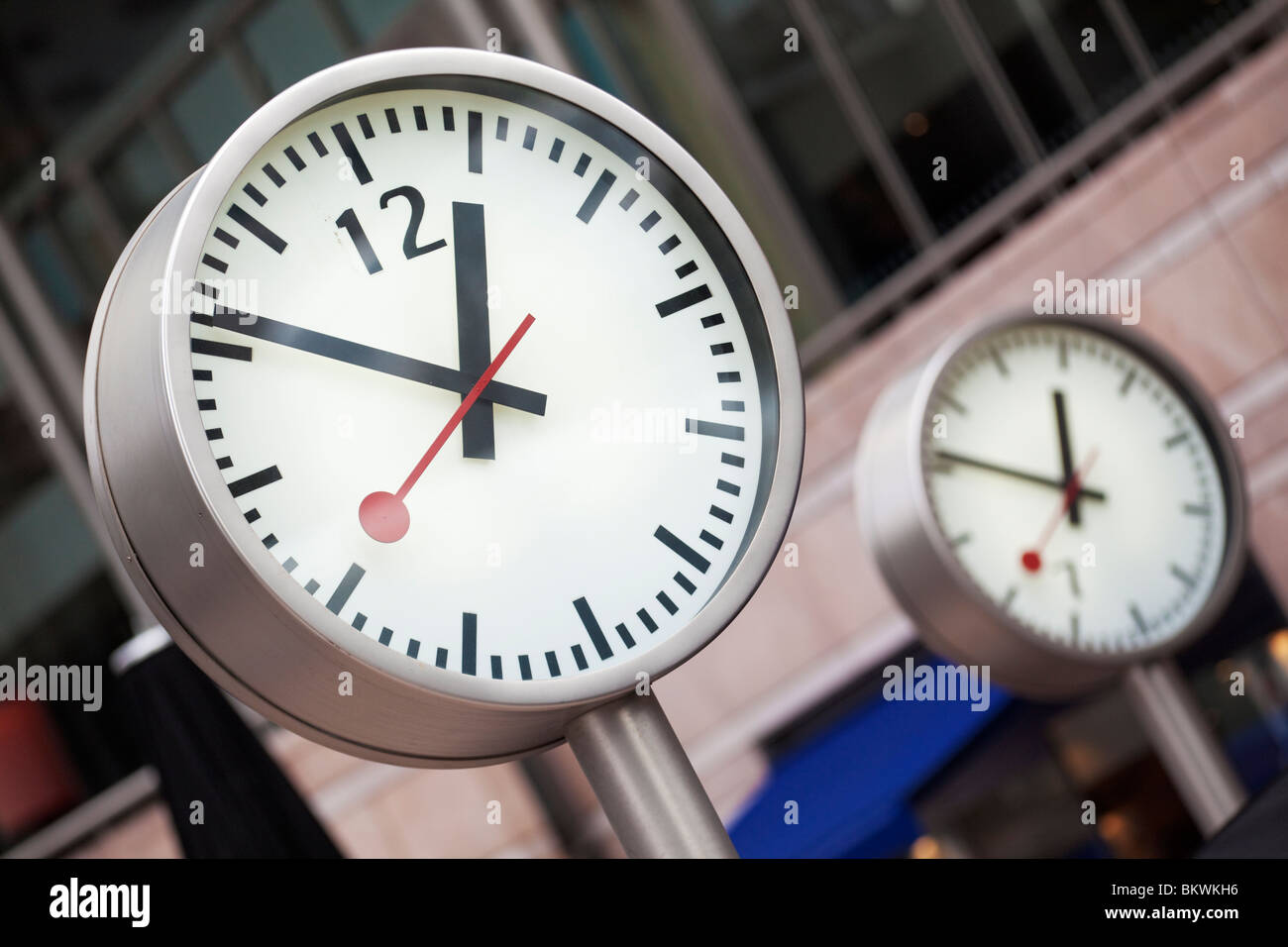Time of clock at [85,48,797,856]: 11:46
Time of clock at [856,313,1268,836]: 11:46
